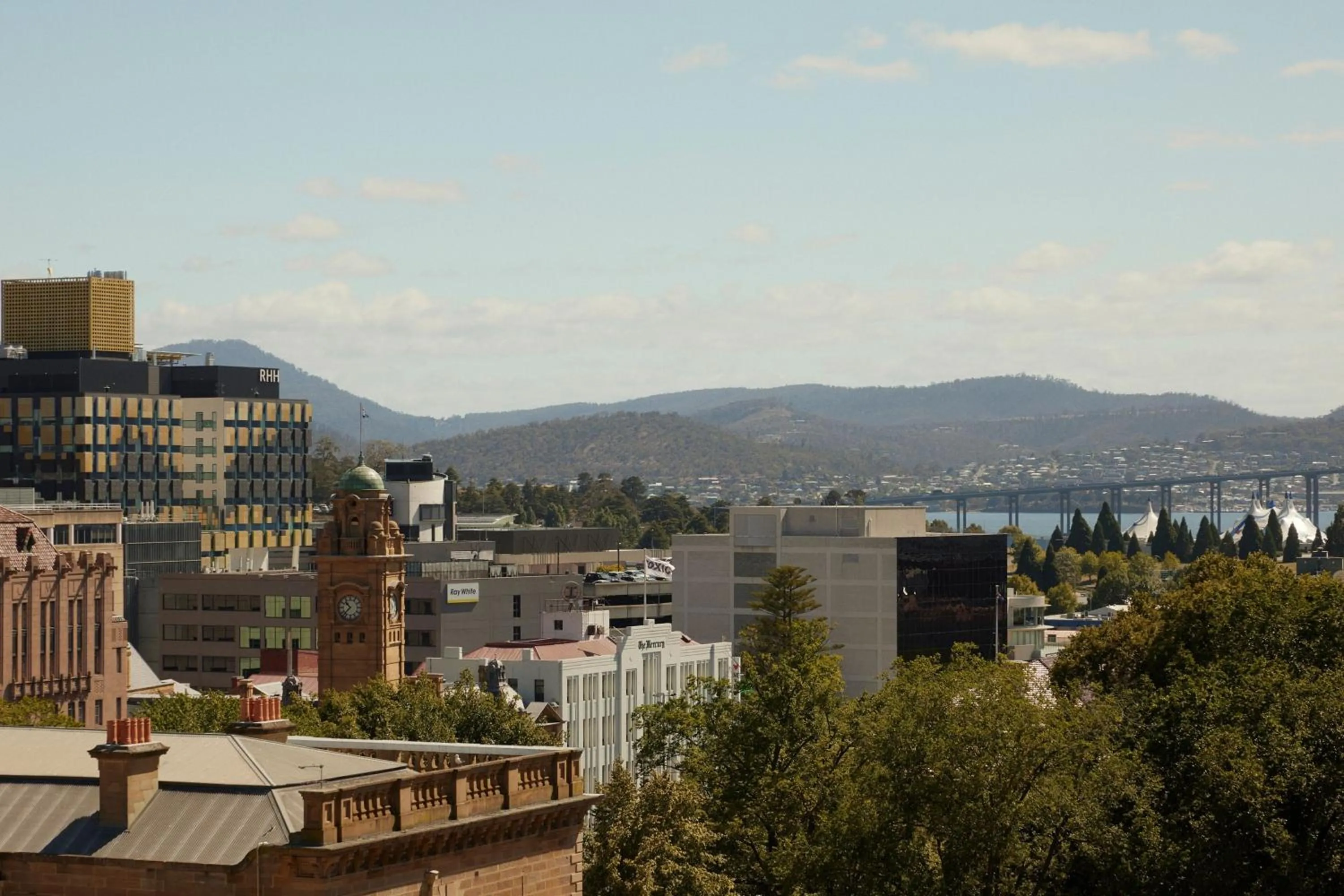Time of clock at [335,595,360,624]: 10:37
